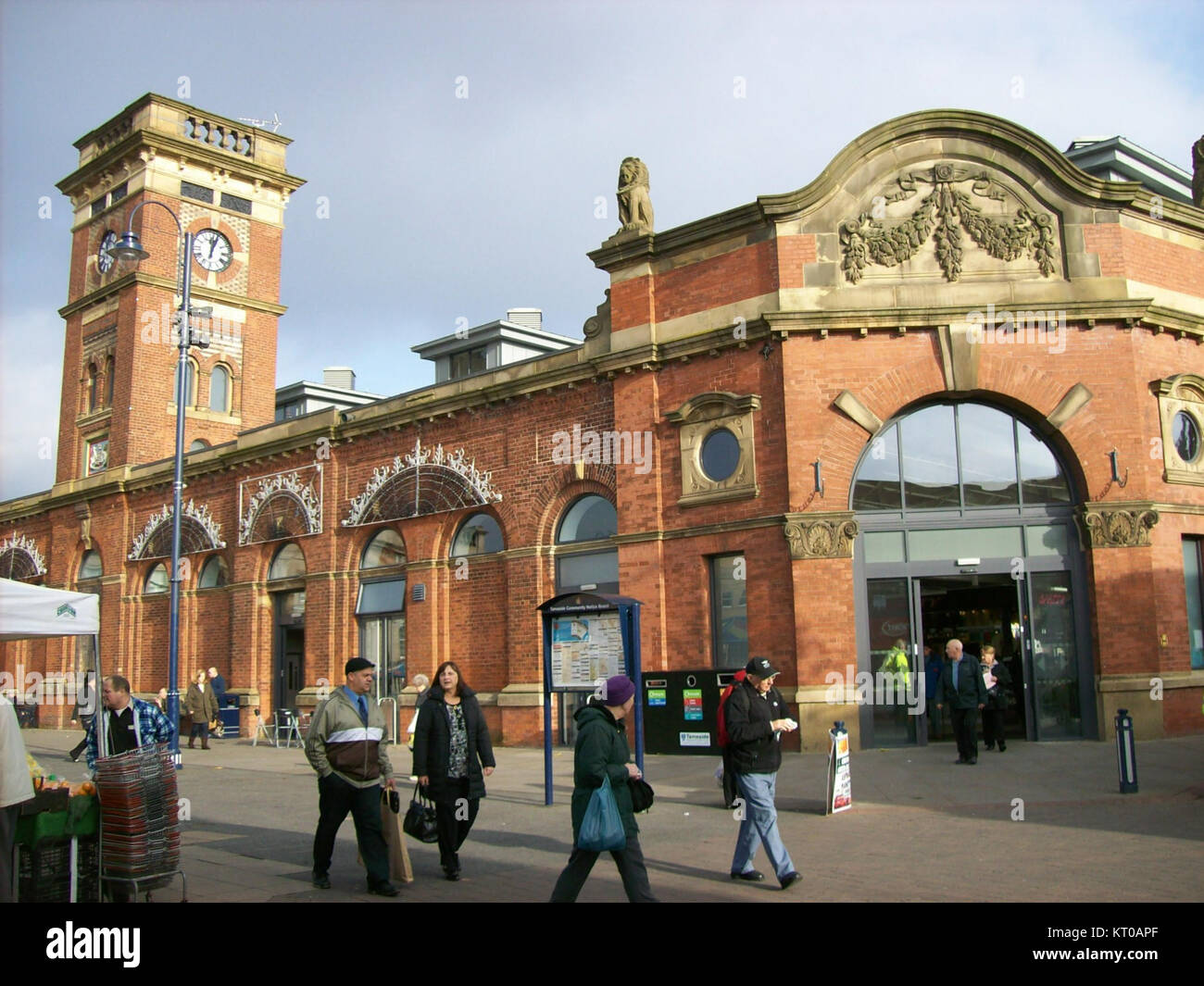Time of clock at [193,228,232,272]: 12:03
